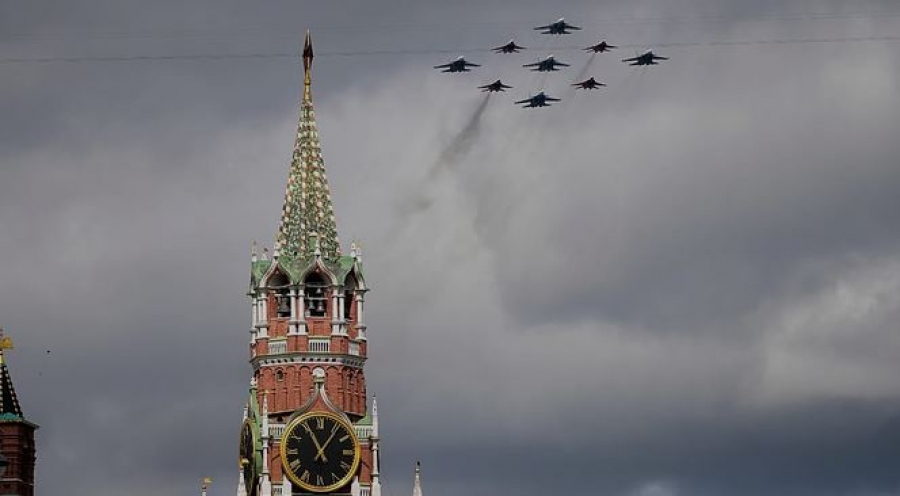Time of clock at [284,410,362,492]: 11:06
